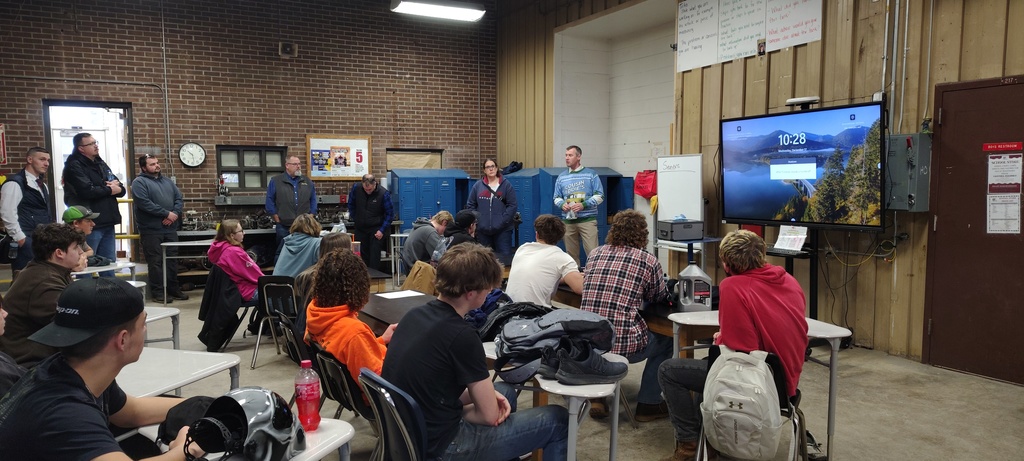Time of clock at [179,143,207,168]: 10:28
